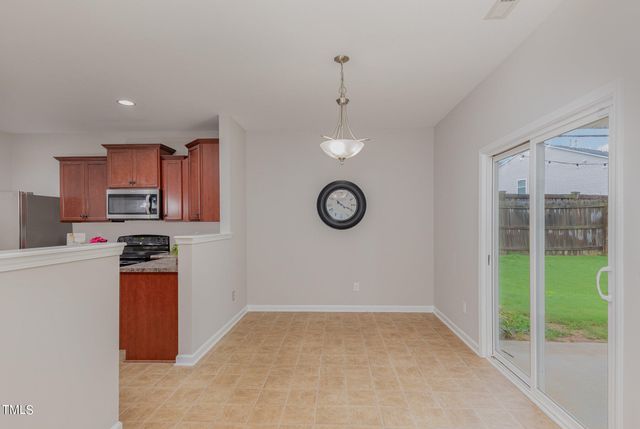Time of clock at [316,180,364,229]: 10:19
